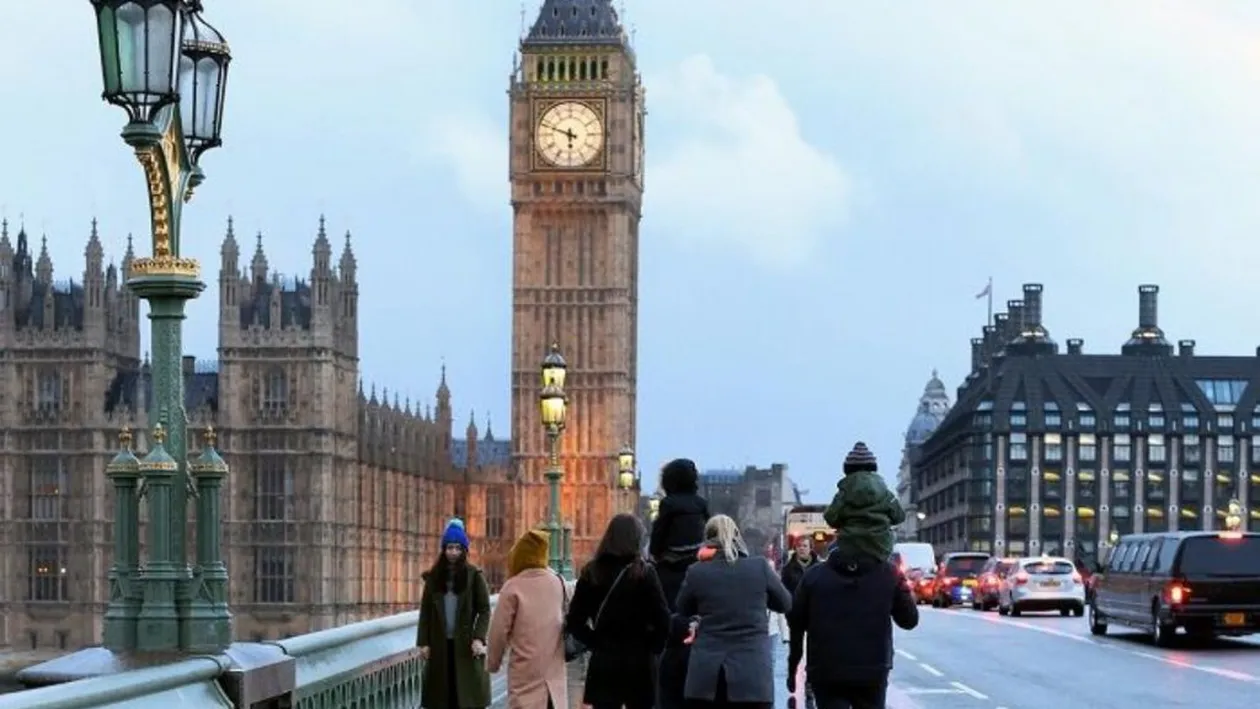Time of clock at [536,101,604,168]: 5:48
